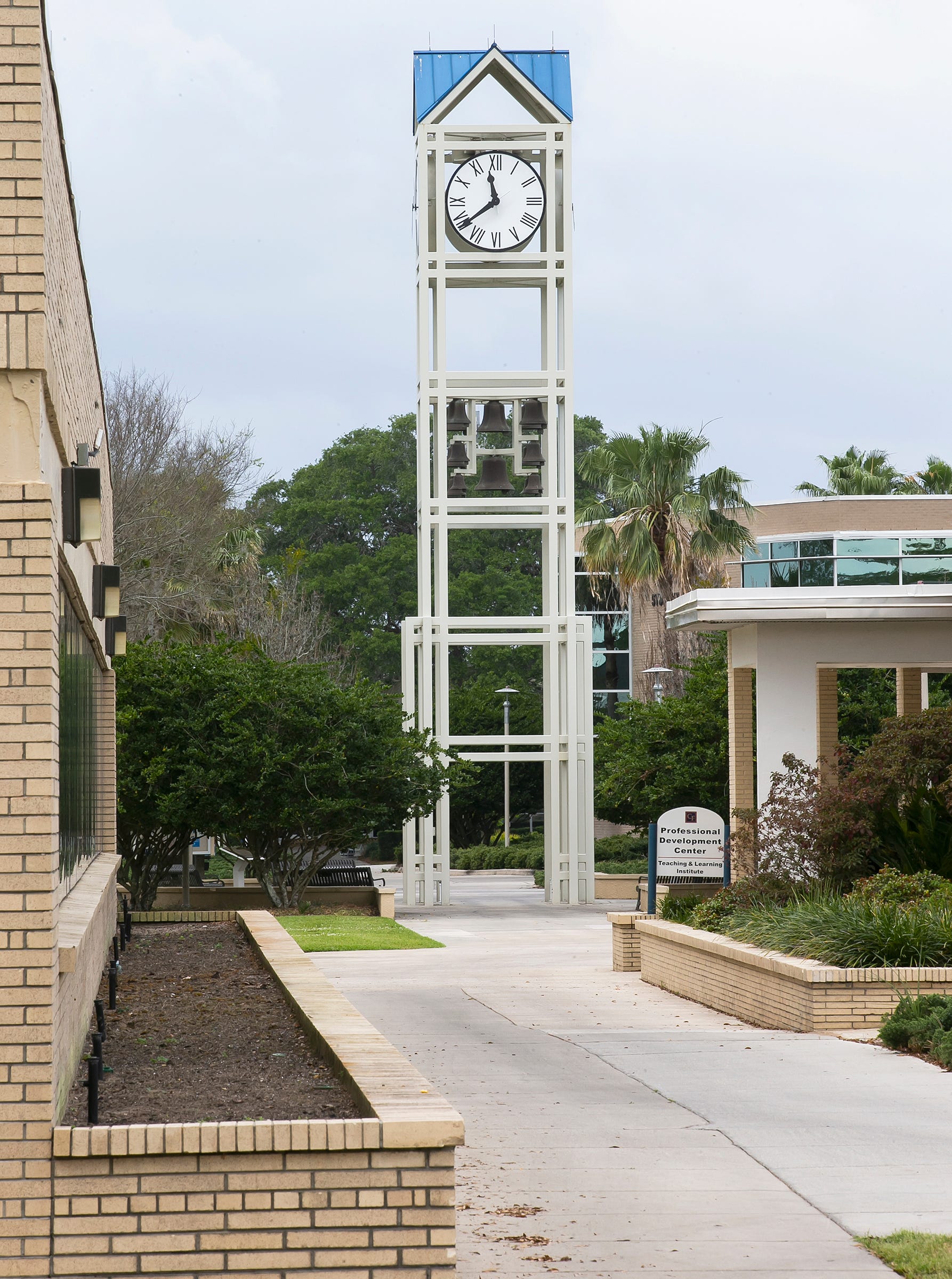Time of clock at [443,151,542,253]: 11:38
